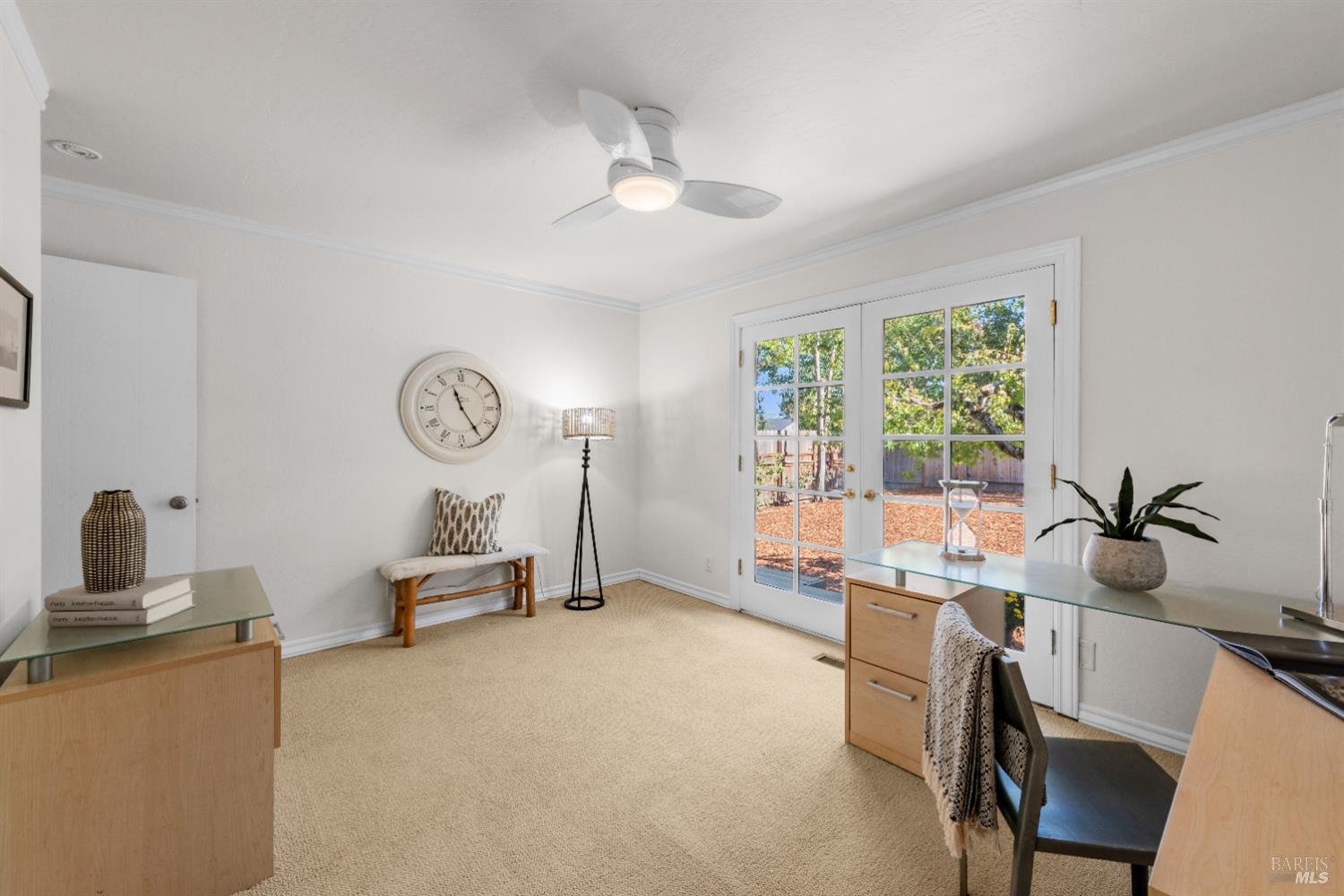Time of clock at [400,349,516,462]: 11:24
